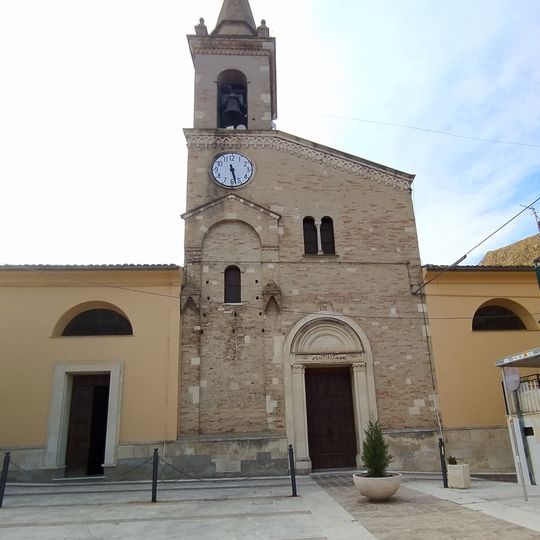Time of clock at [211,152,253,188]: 5:27
